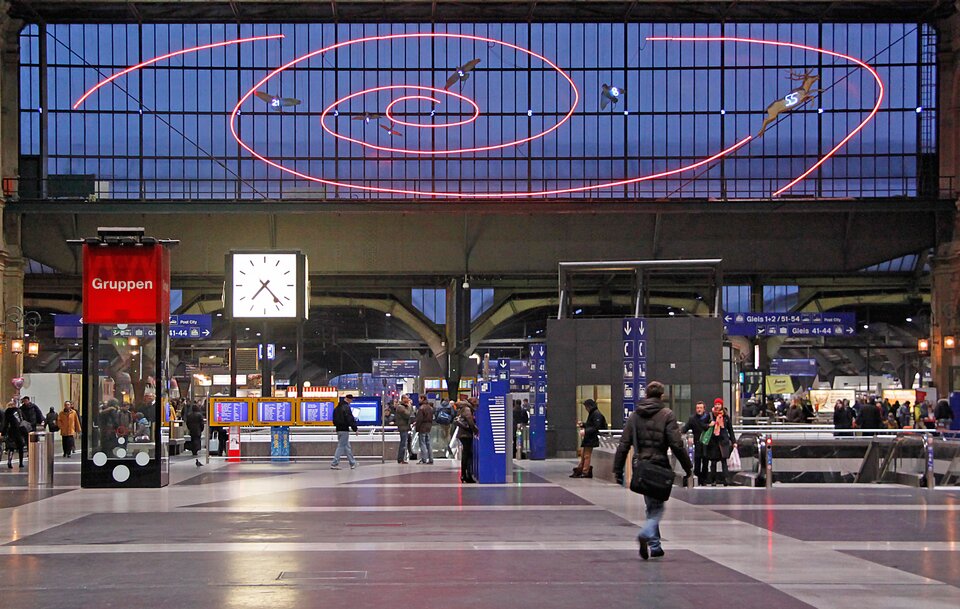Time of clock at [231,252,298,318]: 7:23
